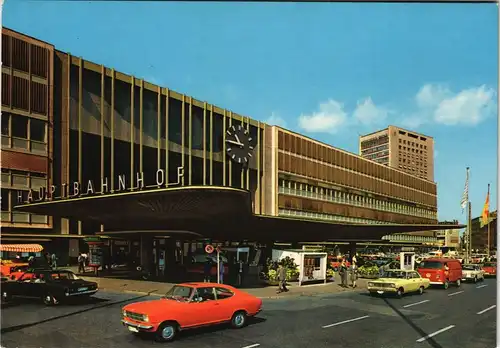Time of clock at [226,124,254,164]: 10:45
